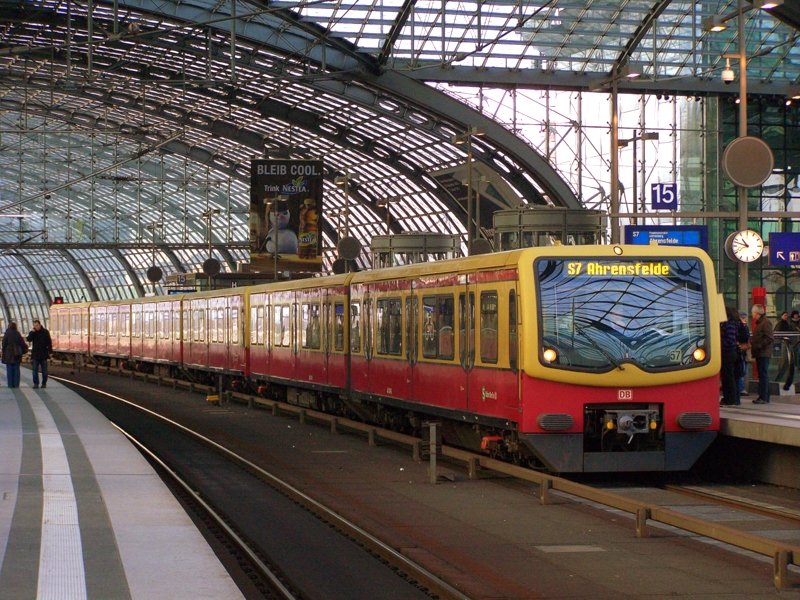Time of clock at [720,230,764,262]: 10:47
